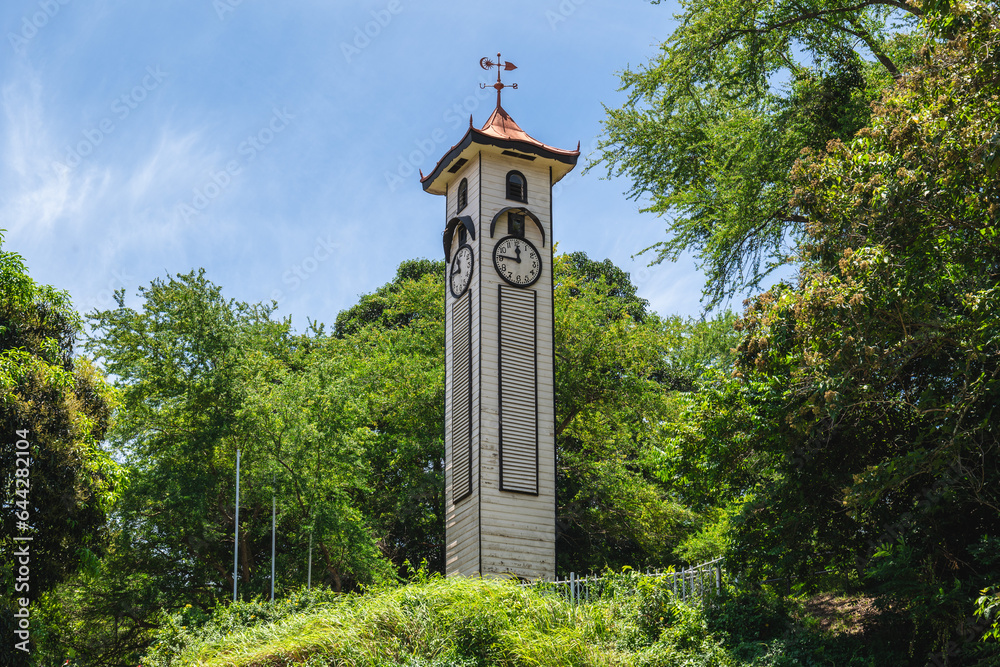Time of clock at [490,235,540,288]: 11:46
